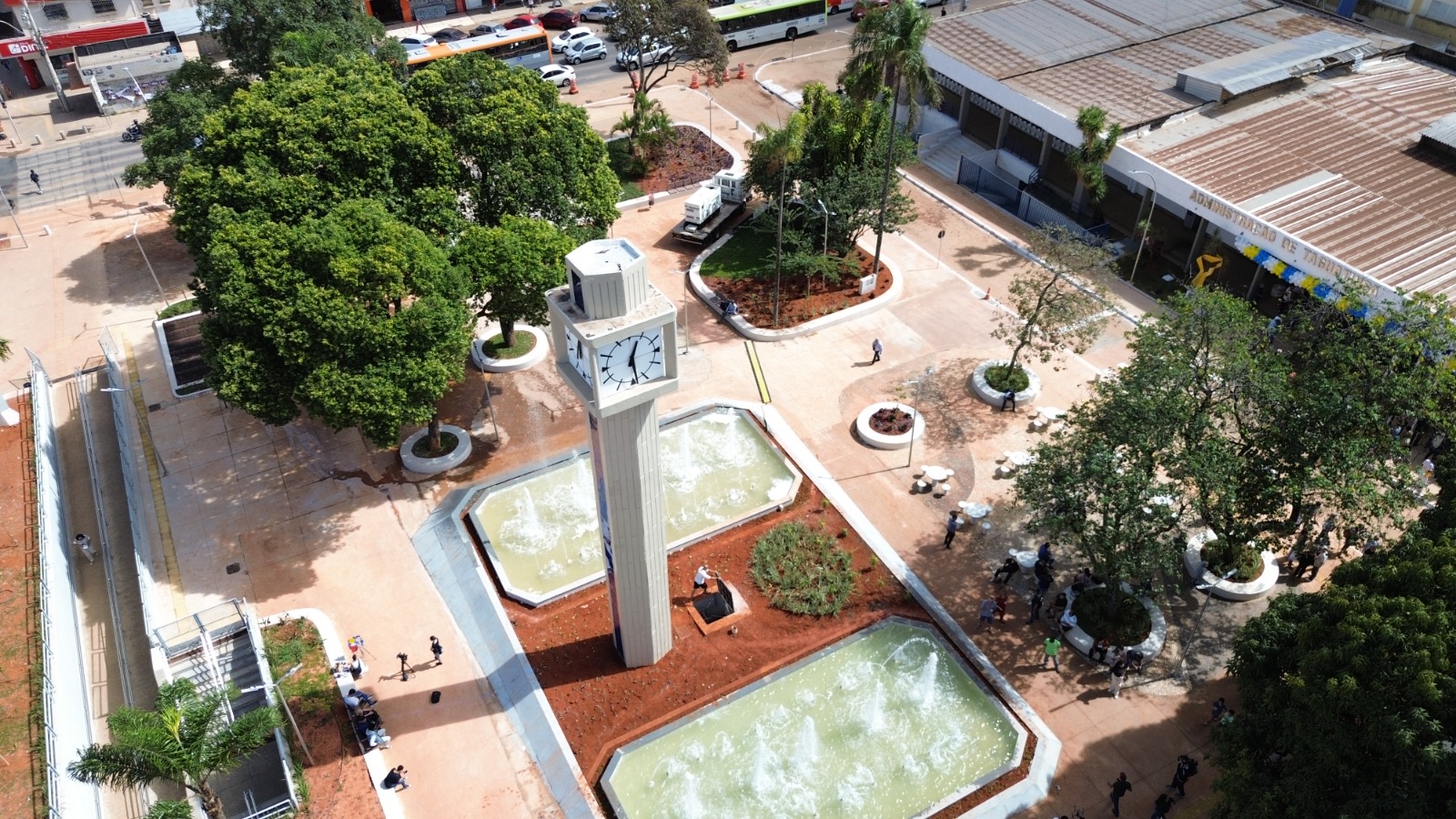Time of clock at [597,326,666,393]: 12:28
